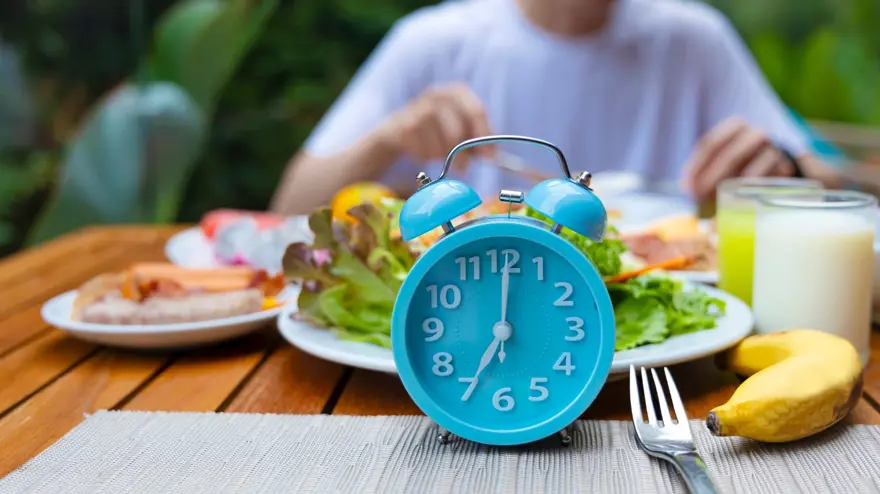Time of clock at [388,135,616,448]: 7:00
